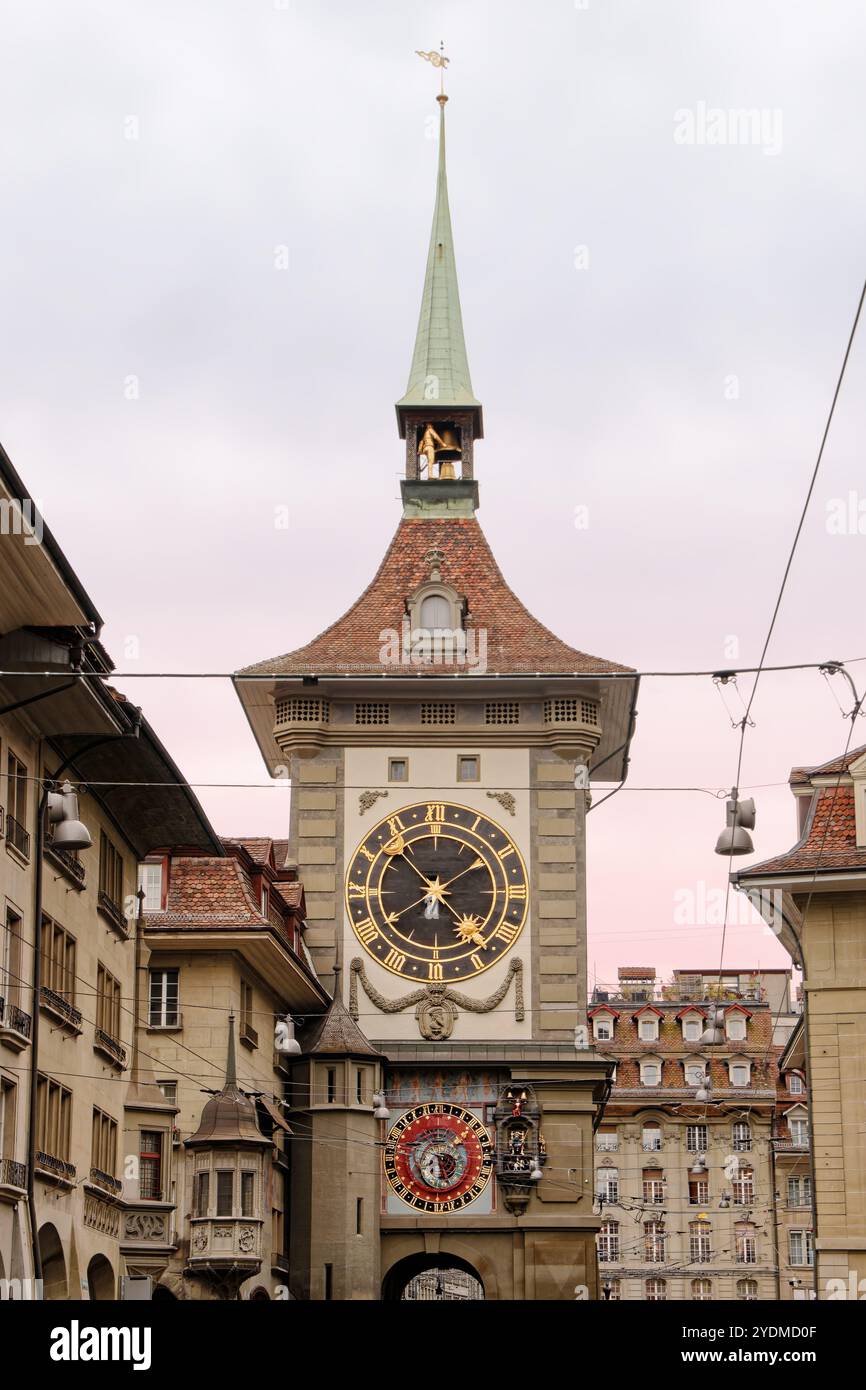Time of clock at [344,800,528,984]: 6:23
